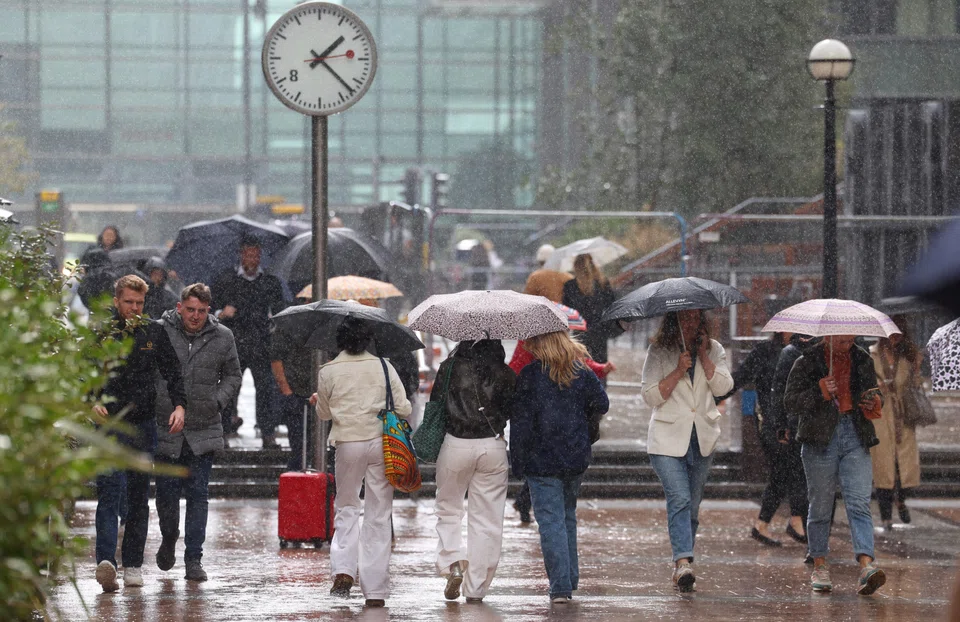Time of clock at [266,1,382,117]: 1:22
